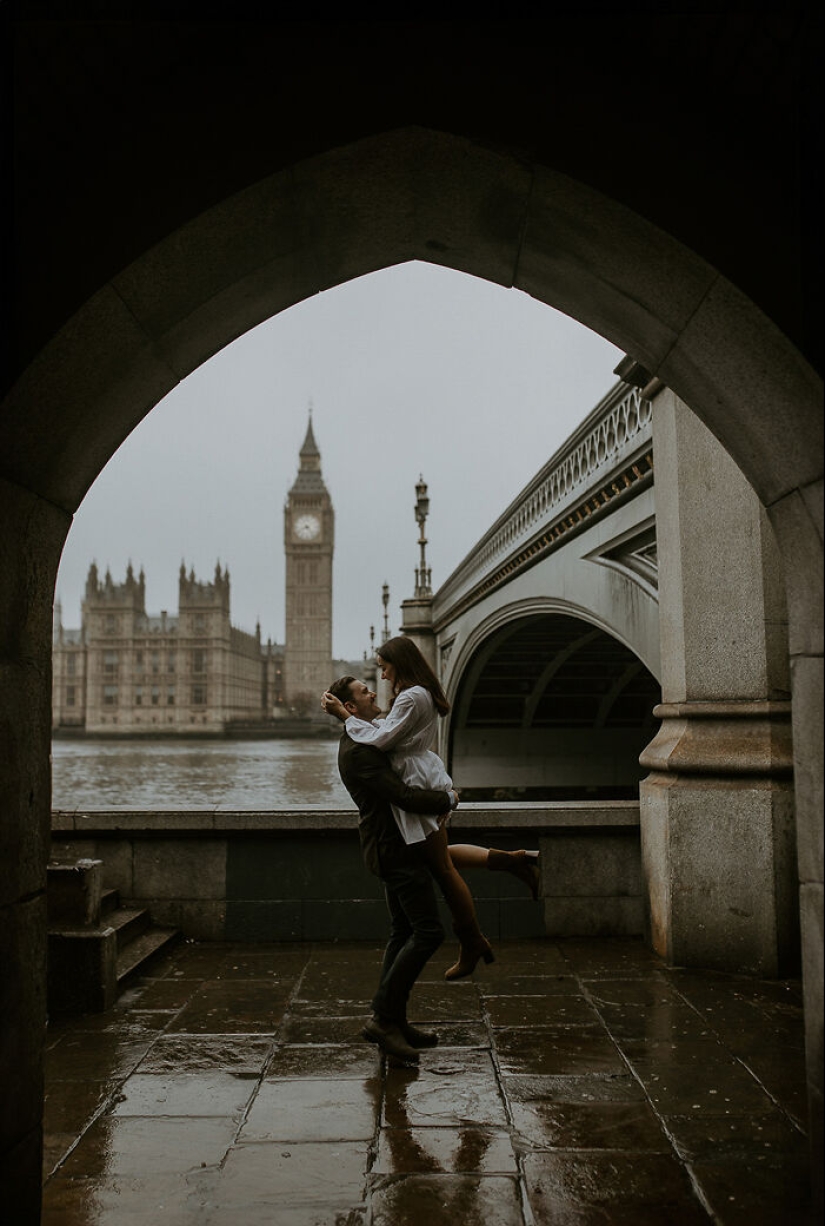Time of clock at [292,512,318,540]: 8:23
